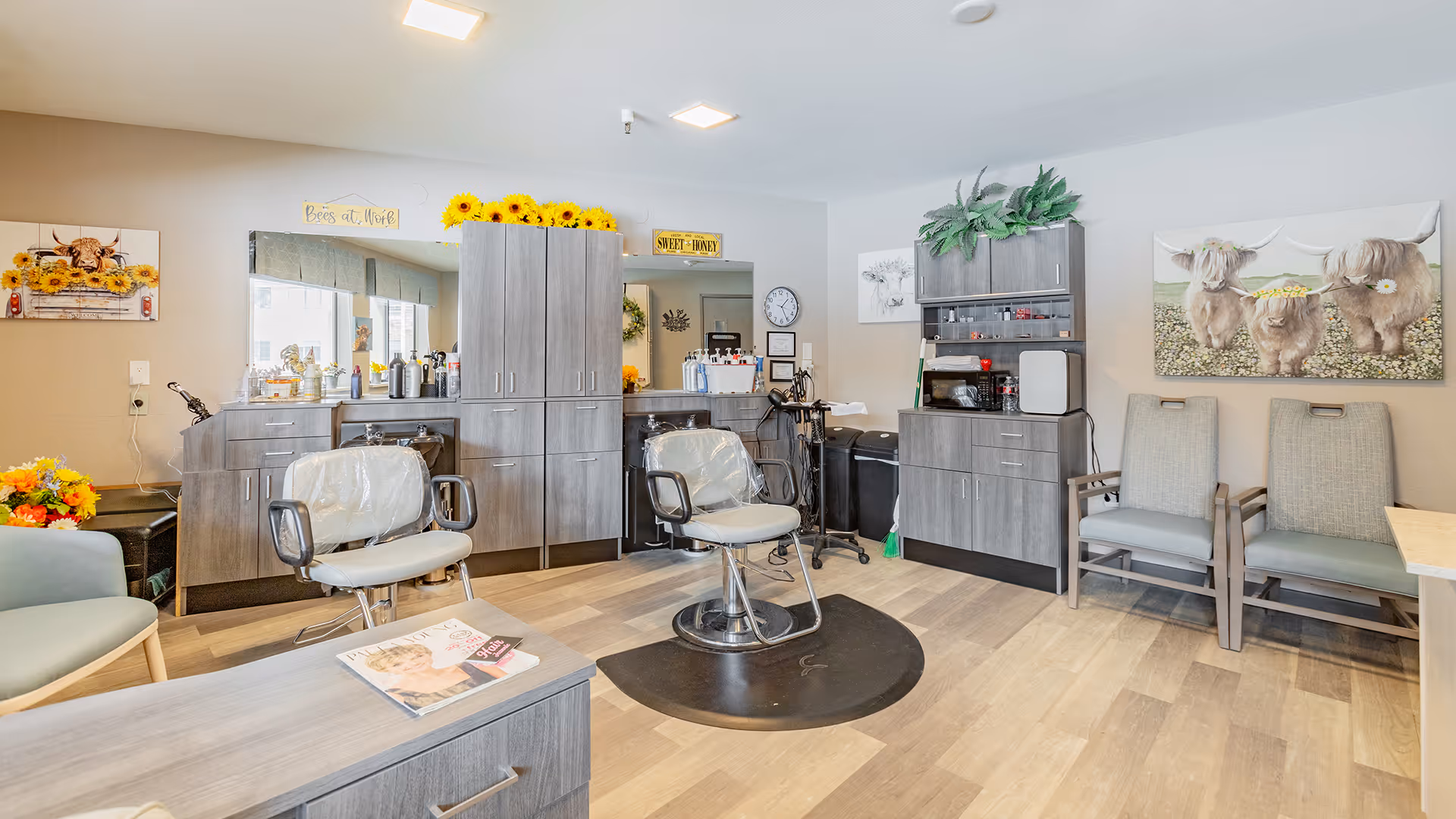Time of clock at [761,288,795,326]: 1:26
